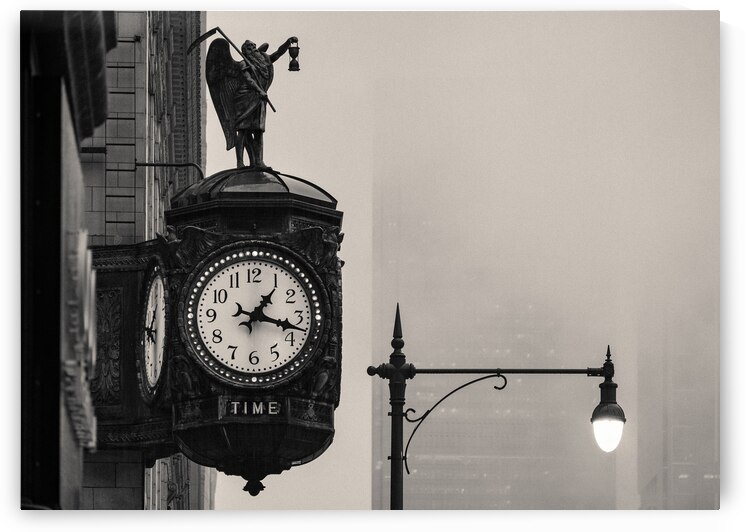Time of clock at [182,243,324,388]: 1:17
